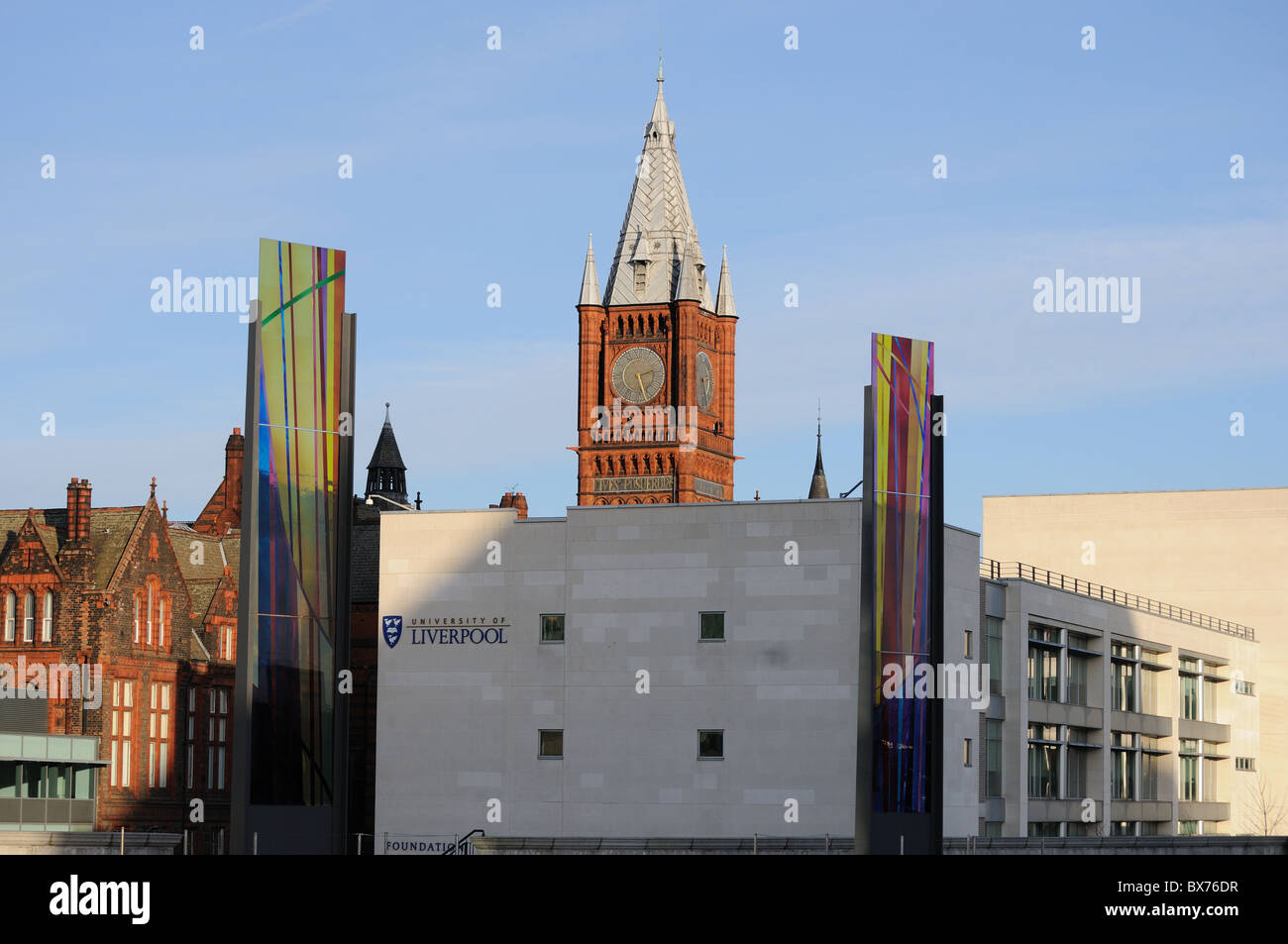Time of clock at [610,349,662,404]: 2:27
